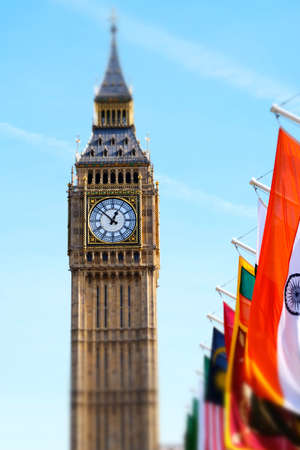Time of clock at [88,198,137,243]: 12:52
